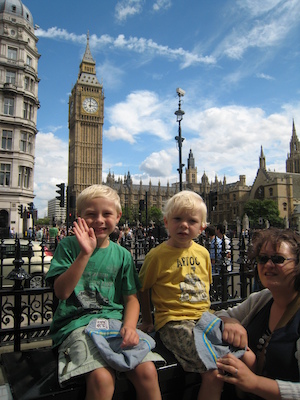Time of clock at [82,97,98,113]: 3:00
